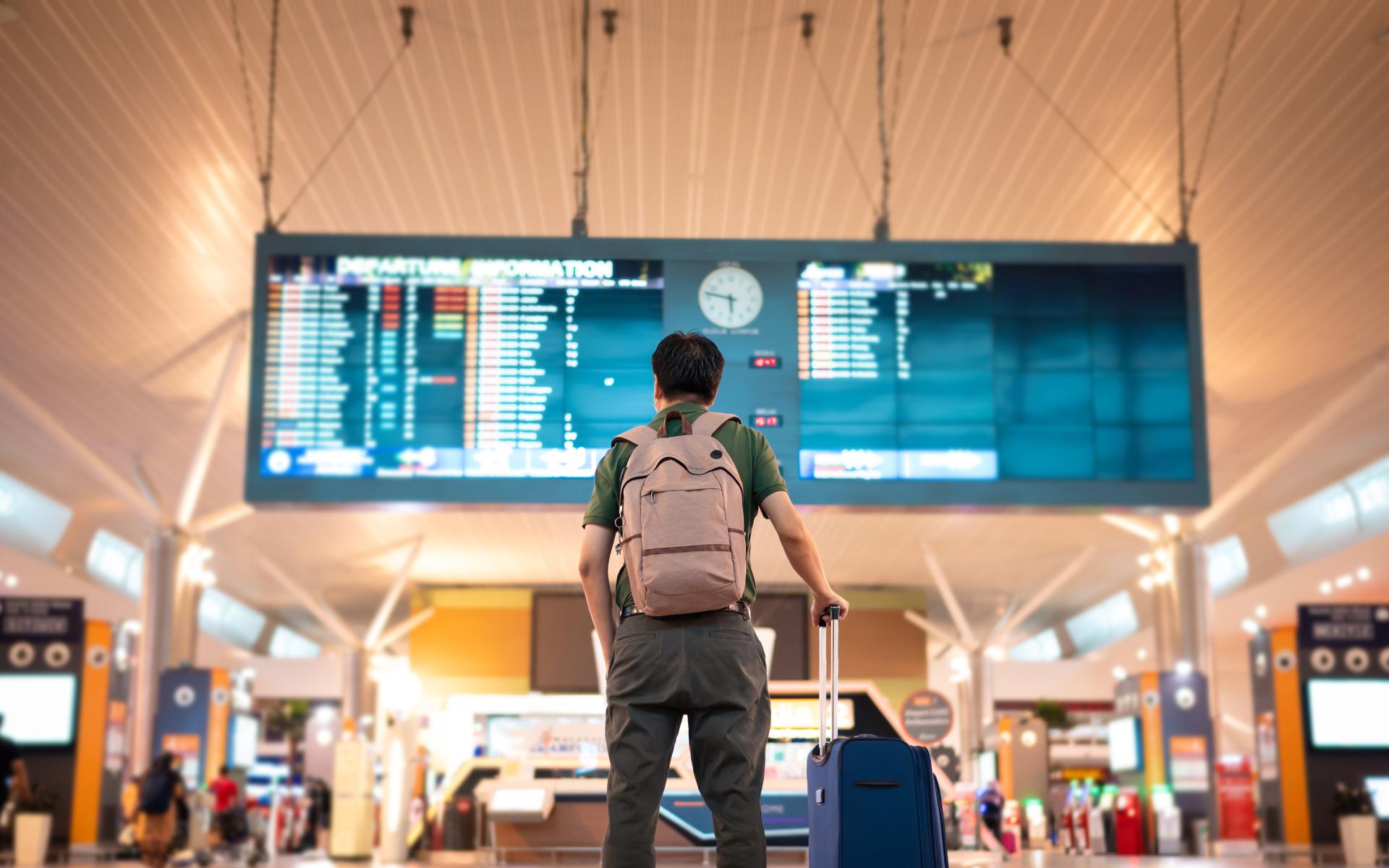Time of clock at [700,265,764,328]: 5:46
